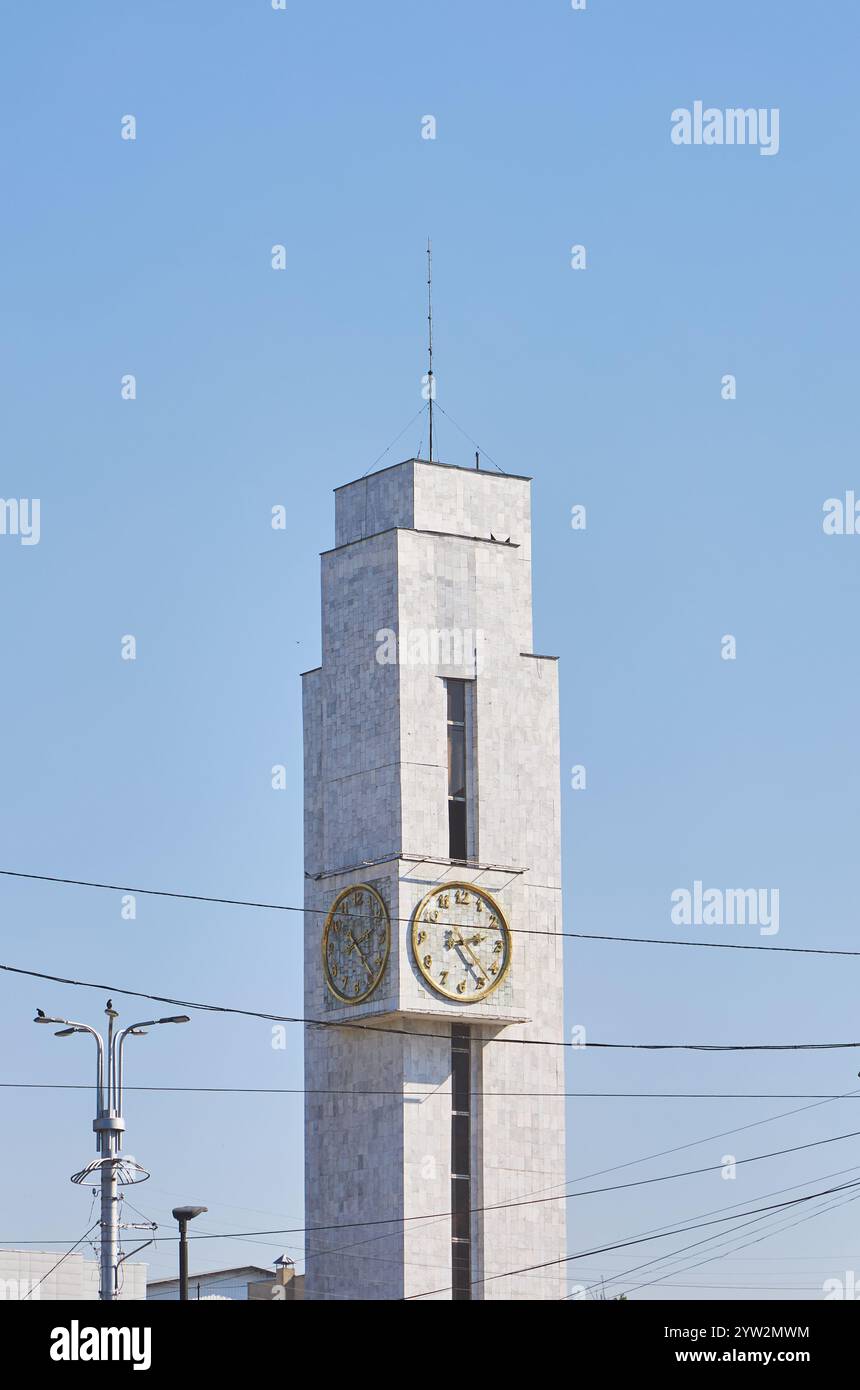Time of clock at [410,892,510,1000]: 2:24
